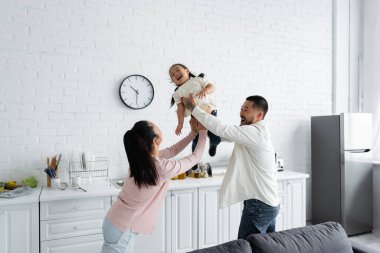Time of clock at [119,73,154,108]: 10:31
